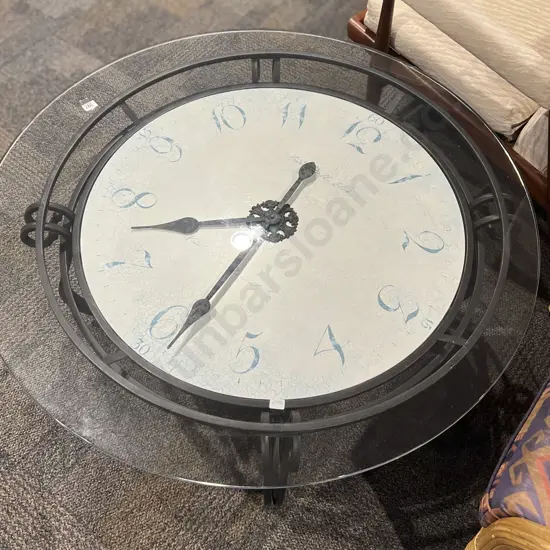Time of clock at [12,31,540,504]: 8:34
